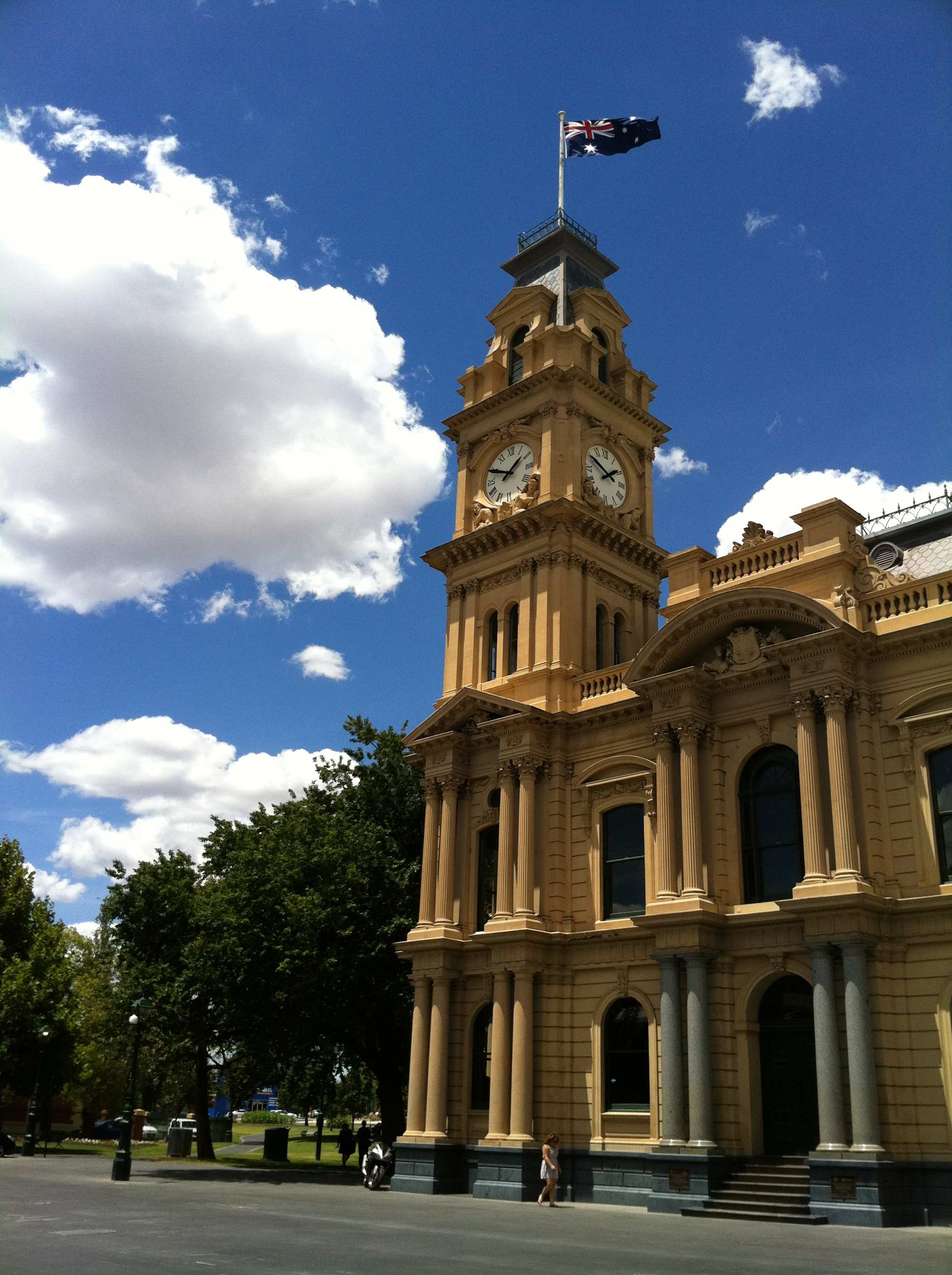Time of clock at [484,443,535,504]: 1:49
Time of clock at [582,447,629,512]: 1:50
